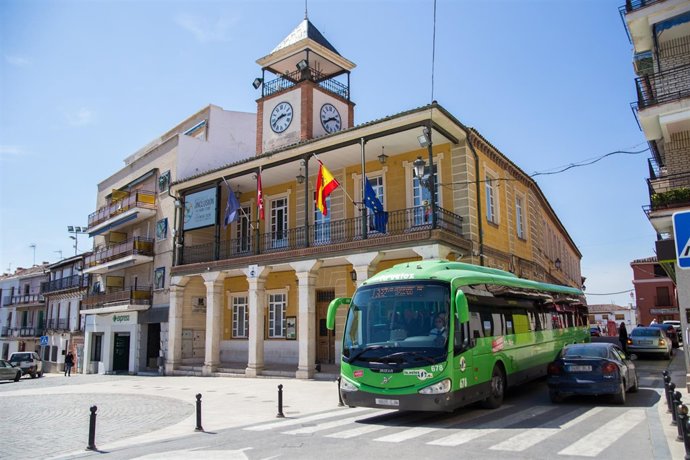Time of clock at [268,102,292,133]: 2:40
